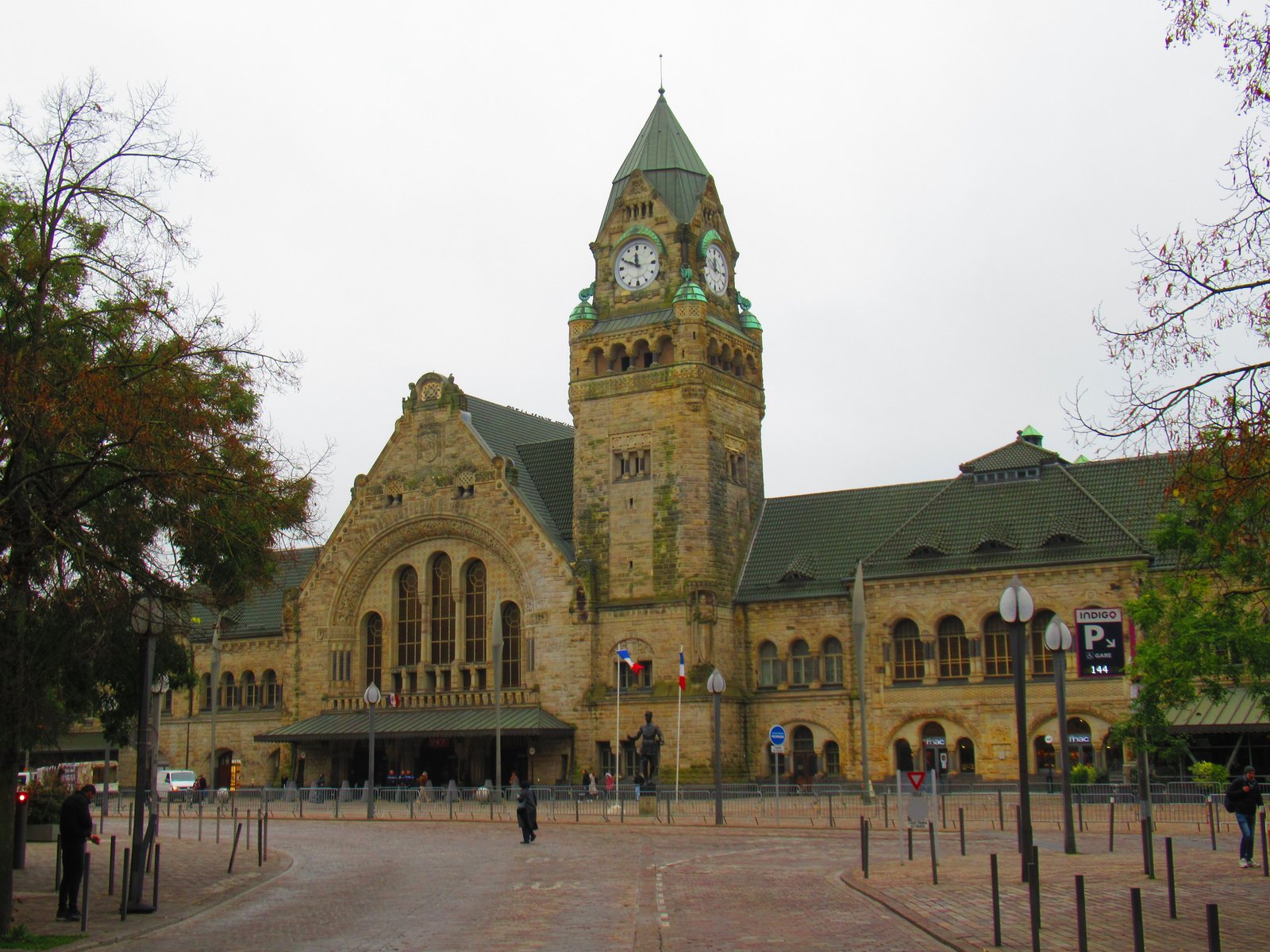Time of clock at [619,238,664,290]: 11:49
